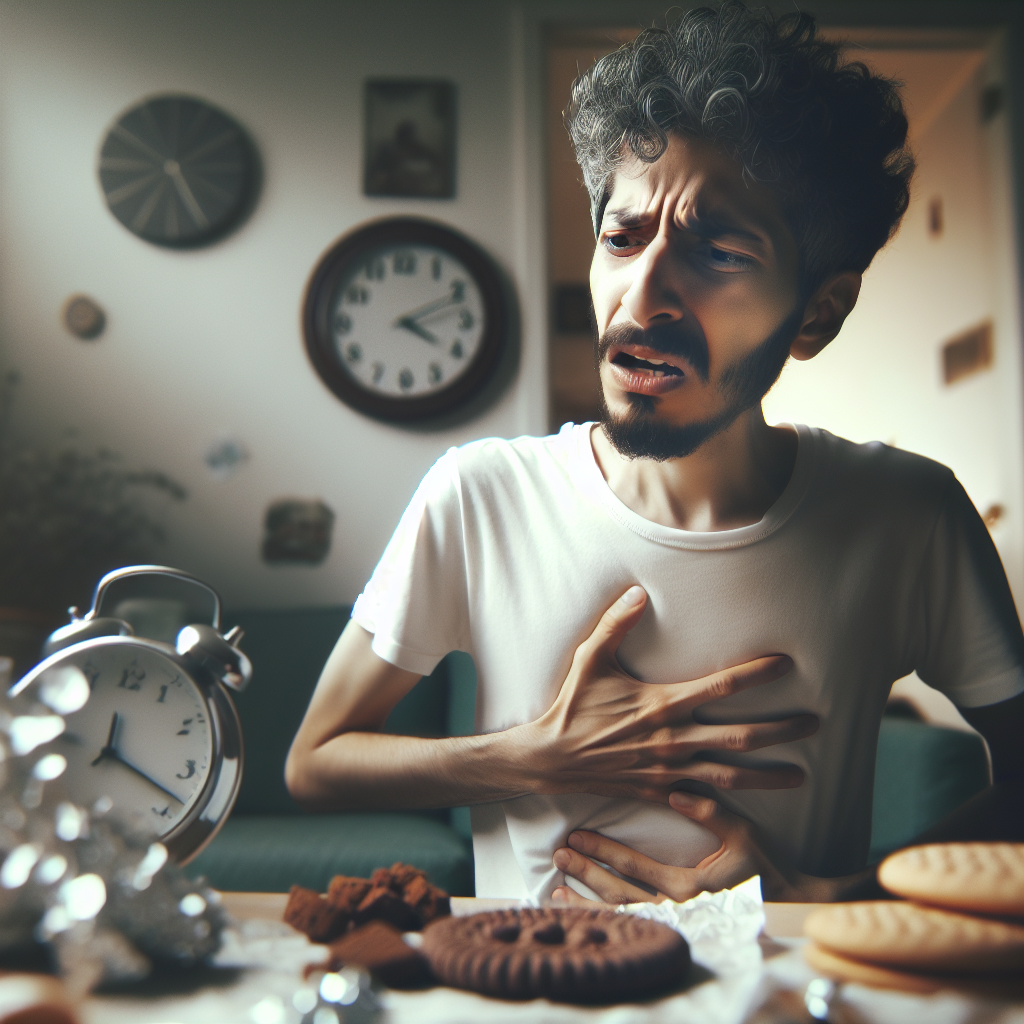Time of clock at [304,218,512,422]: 4:10
